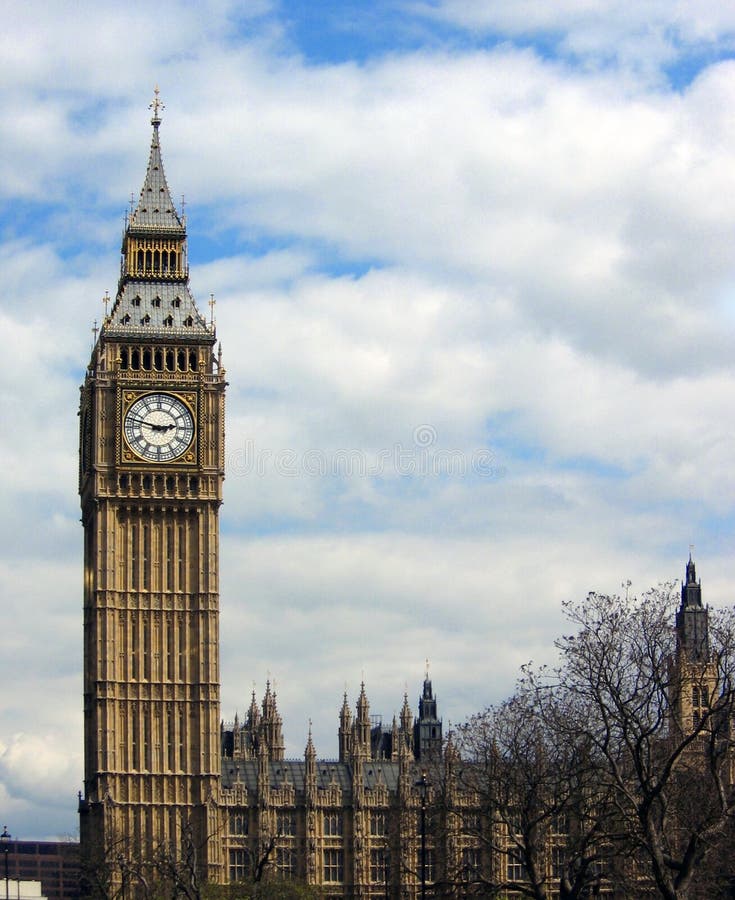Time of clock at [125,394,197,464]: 2:47
